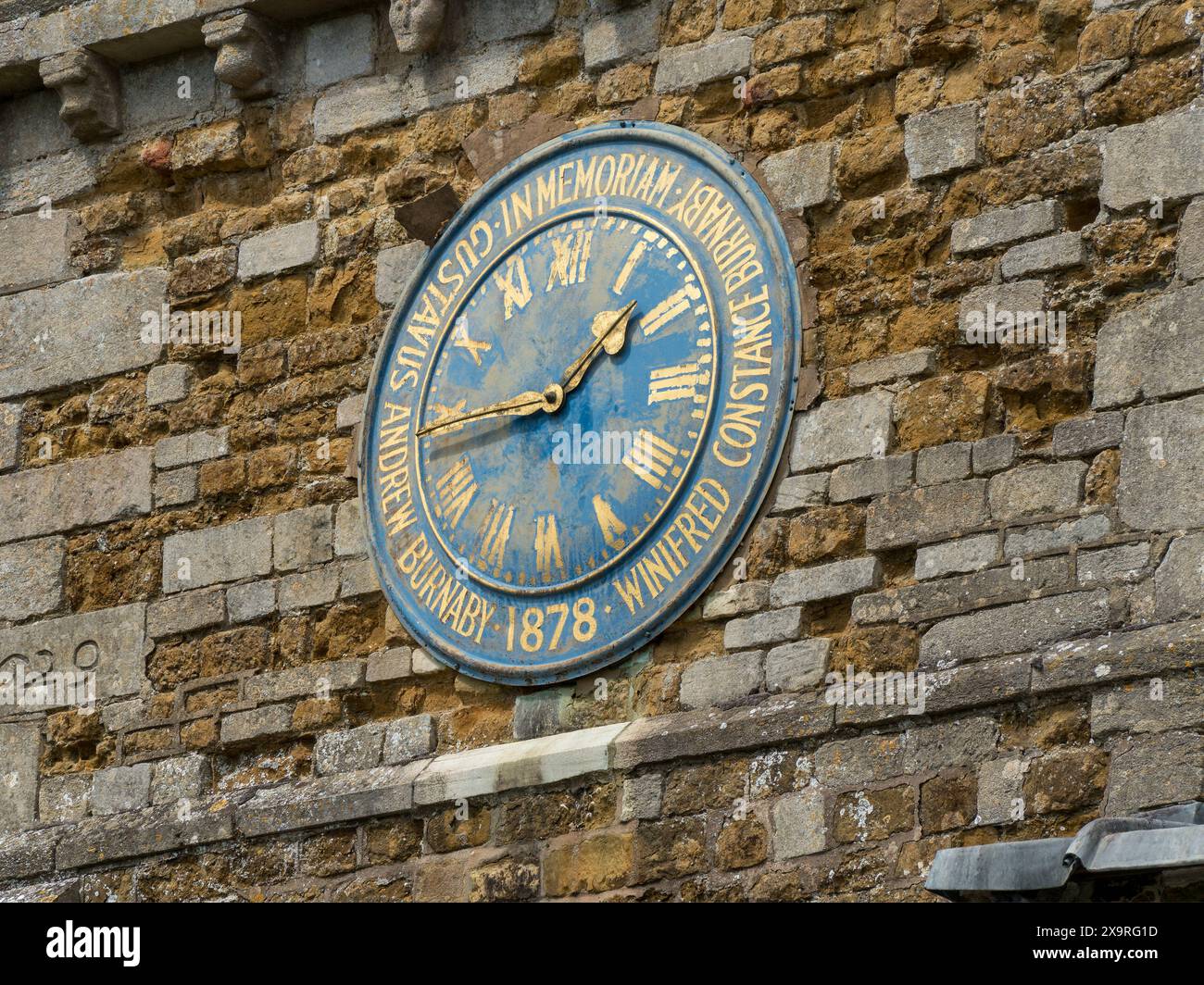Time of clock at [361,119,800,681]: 1:44
